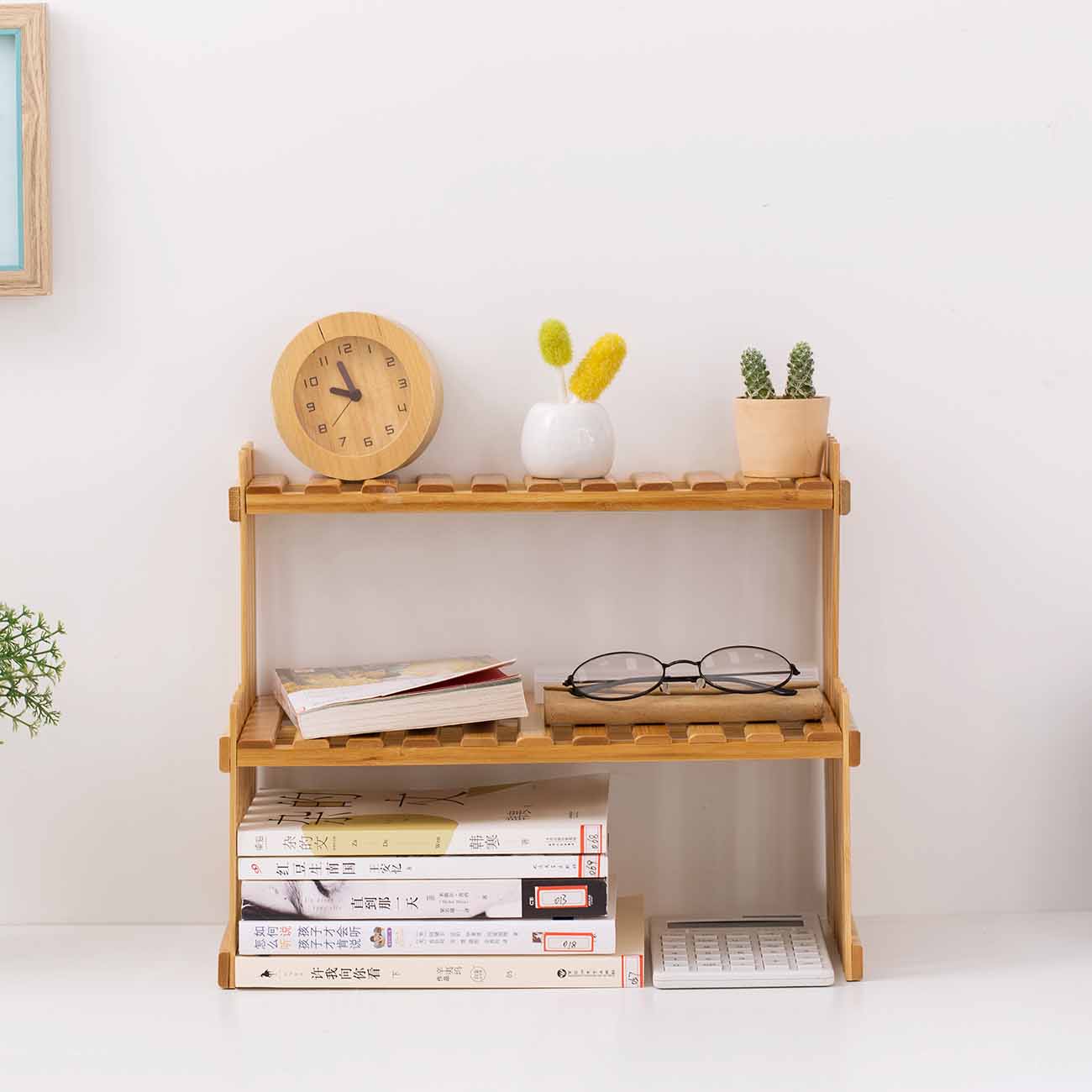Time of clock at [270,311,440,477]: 9:57
